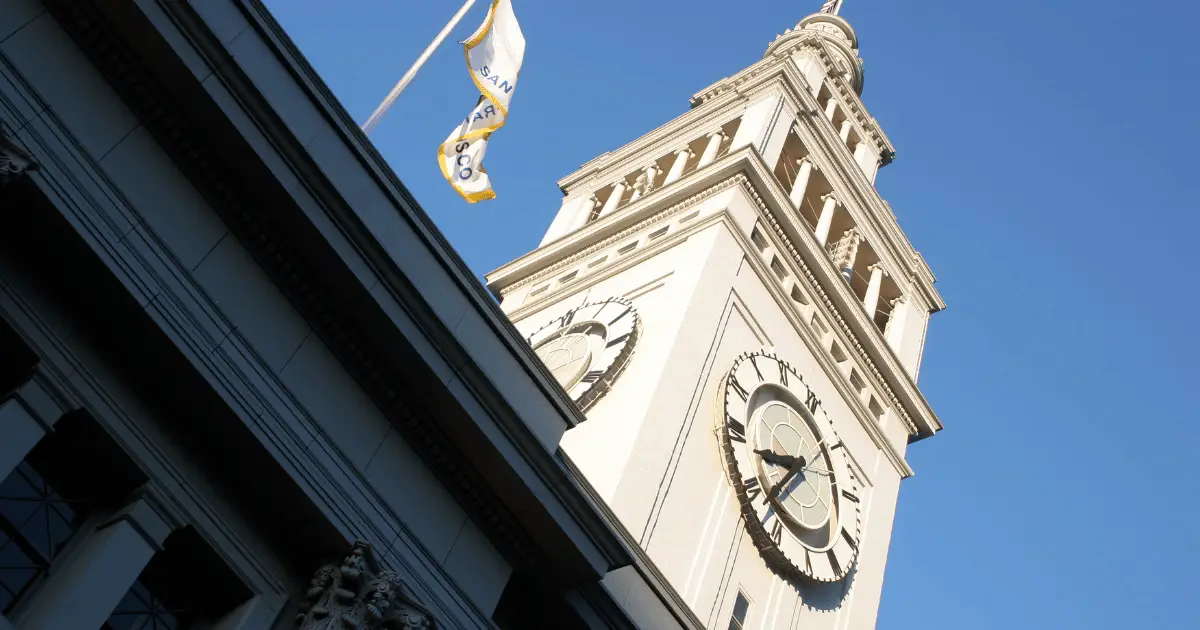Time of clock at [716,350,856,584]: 8:38
